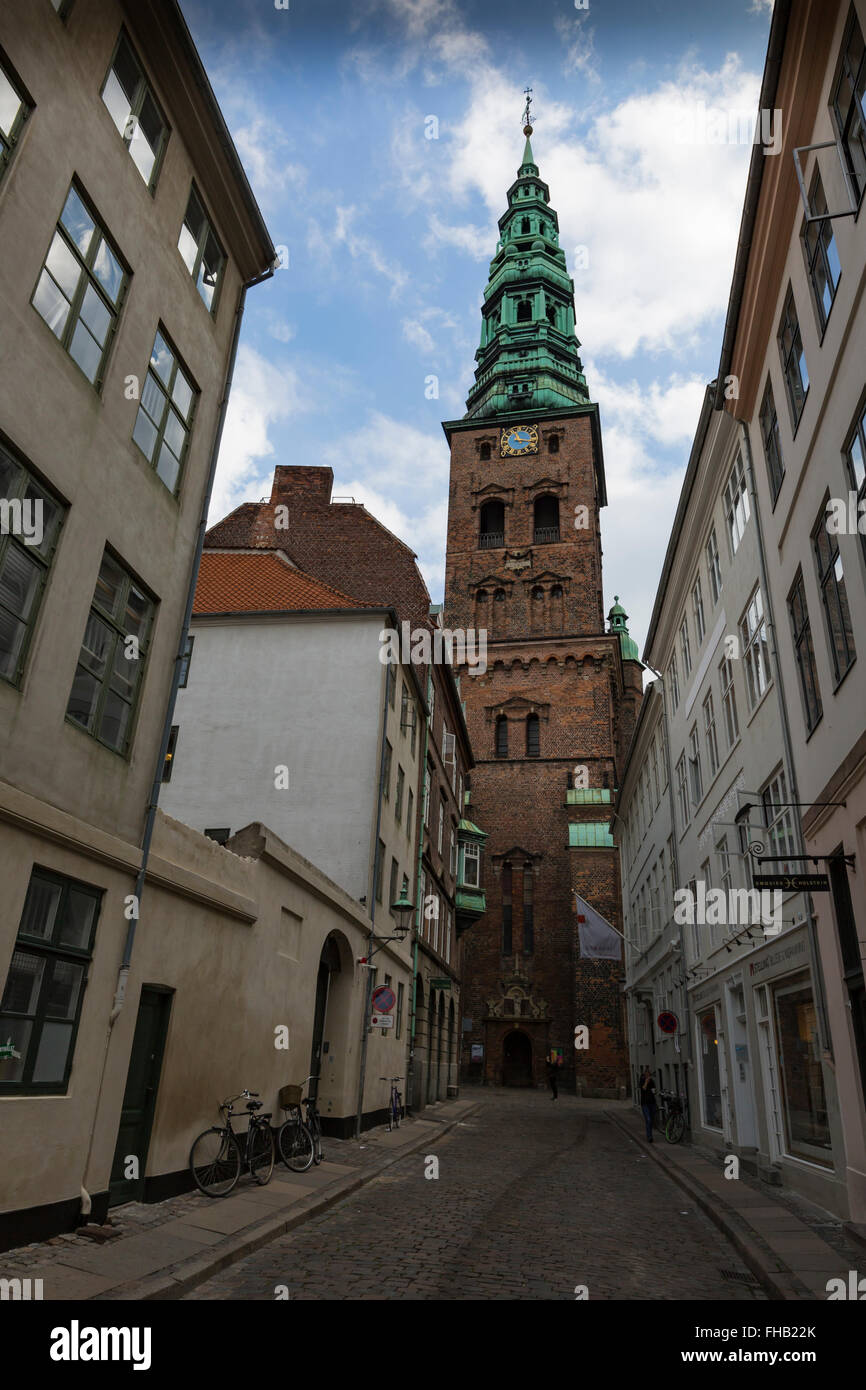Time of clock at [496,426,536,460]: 11:16
